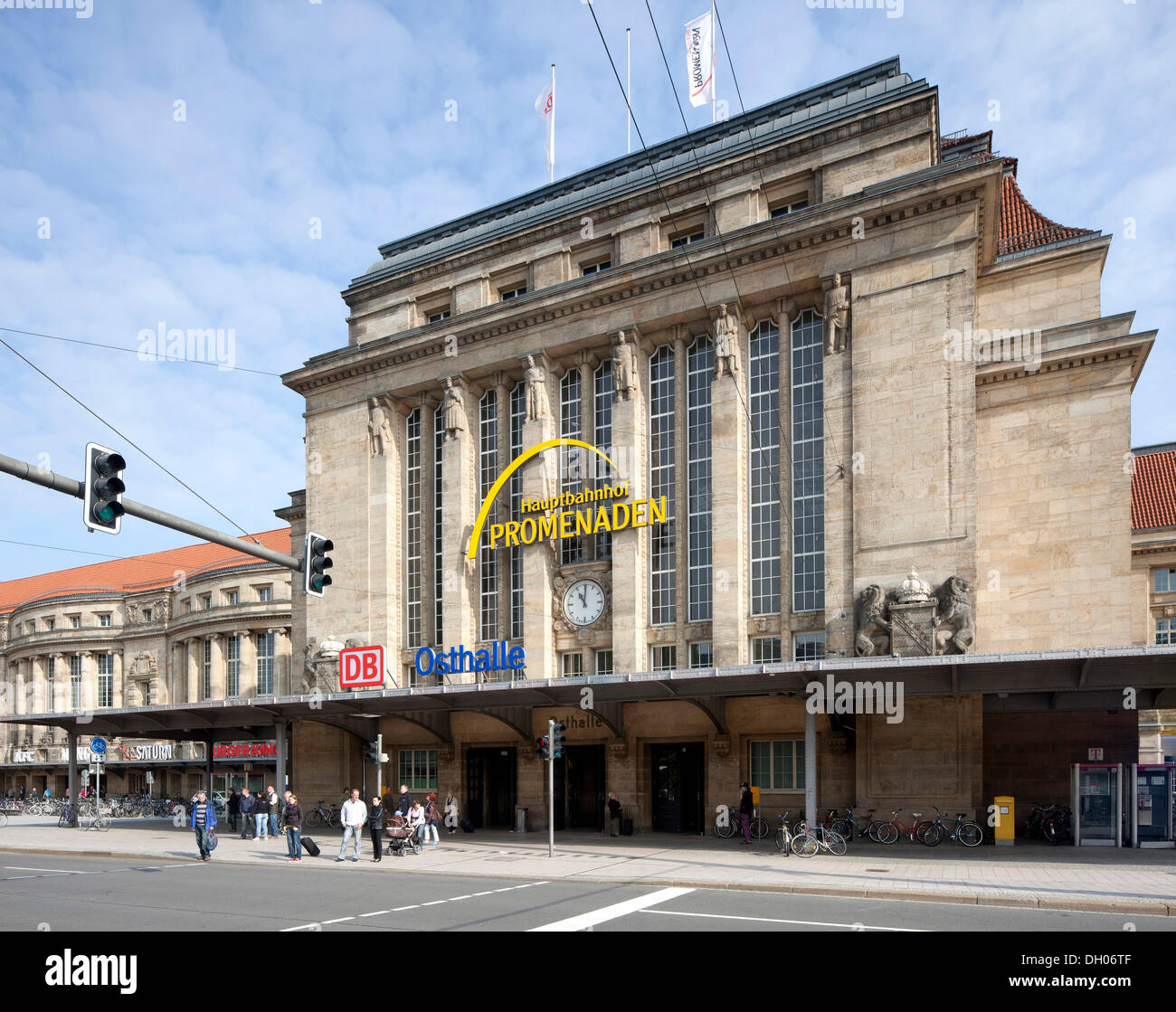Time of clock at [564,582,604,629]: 11:00
